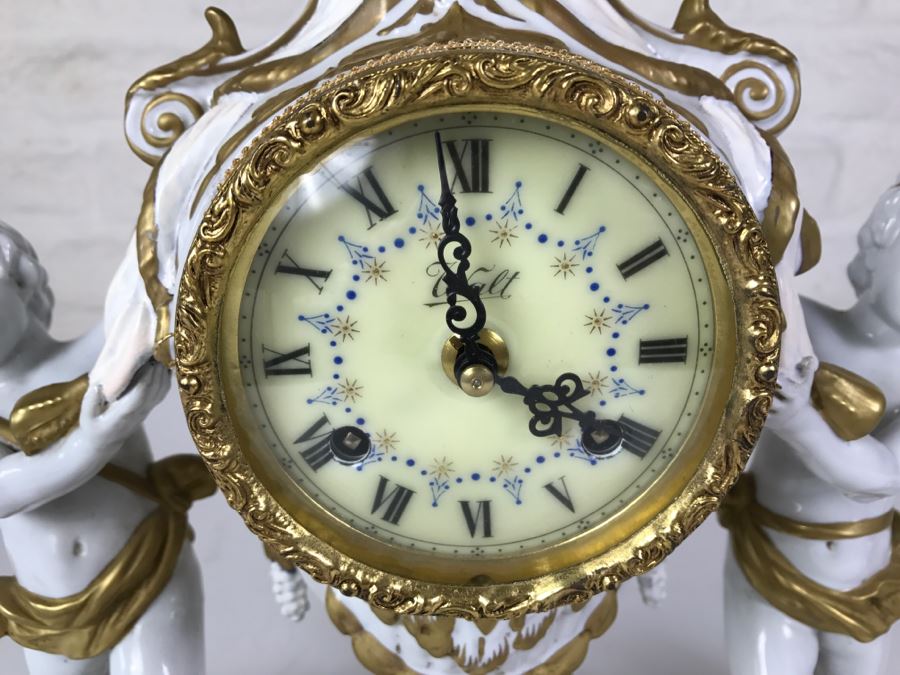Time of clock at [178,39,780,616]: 3:58
